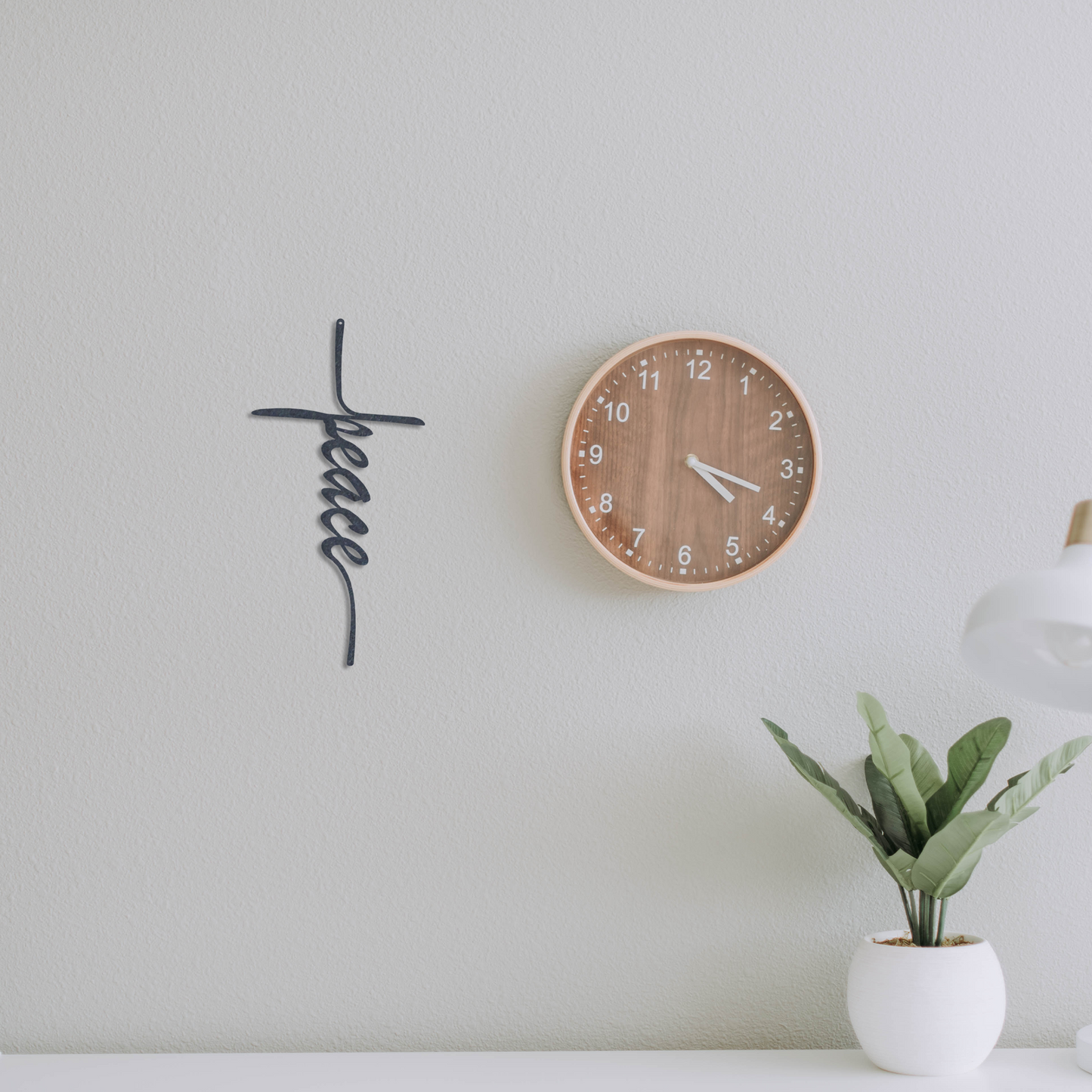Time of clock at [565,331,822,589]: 4:18
